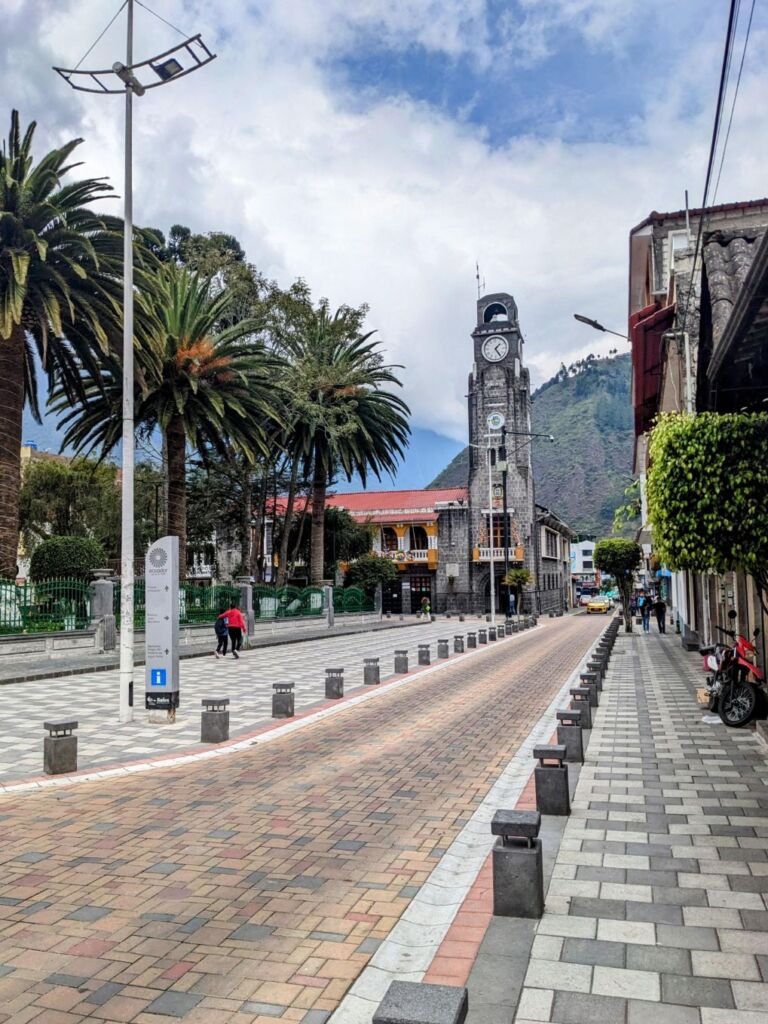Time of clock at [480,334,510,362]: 1:24
